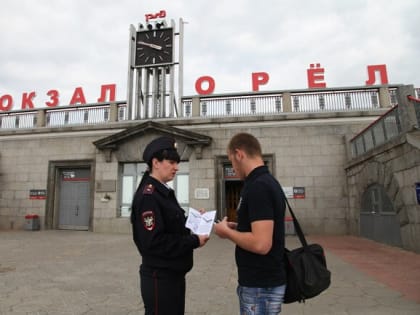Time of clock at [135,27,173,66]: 3:48
